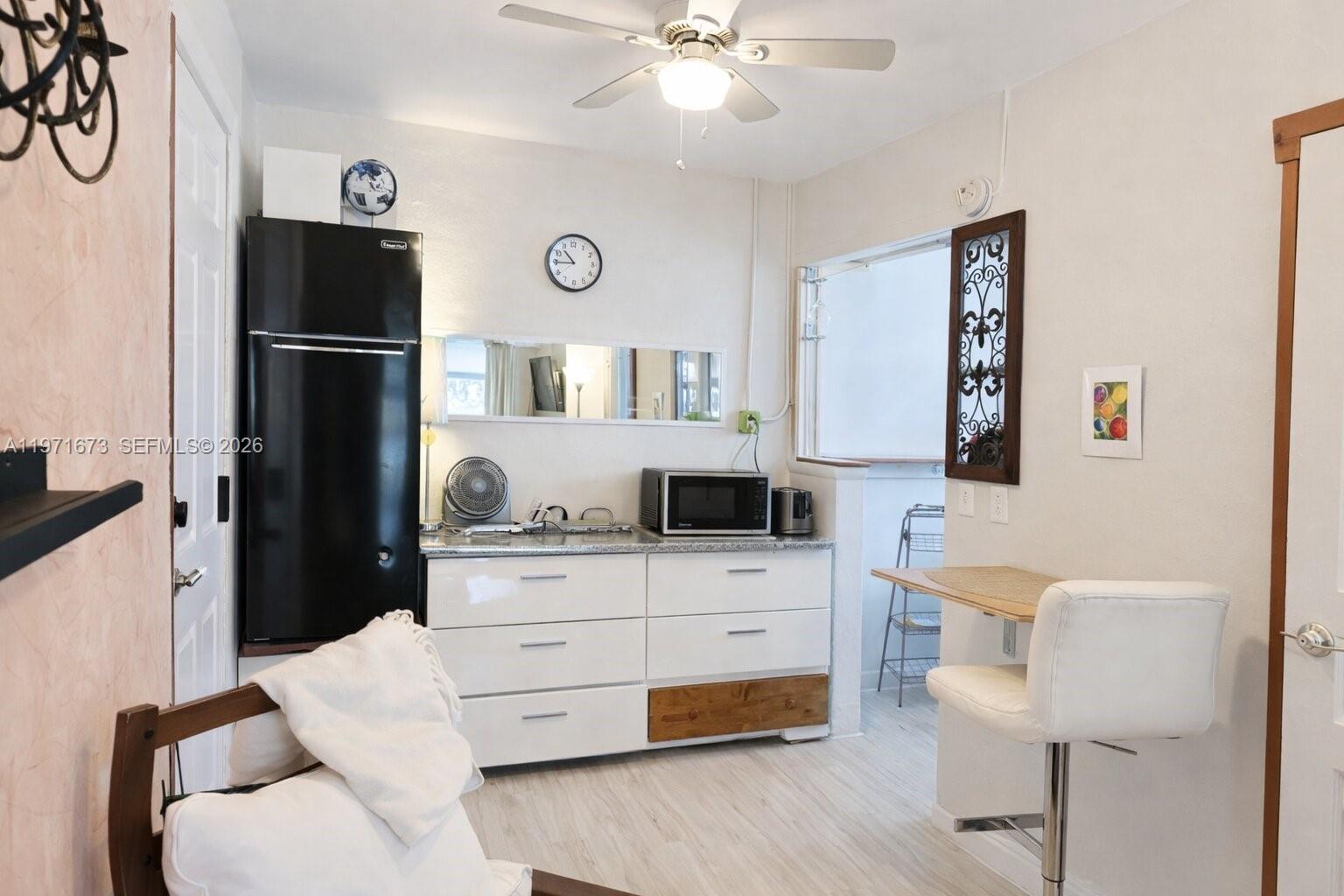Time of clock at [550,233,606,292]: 10:45
